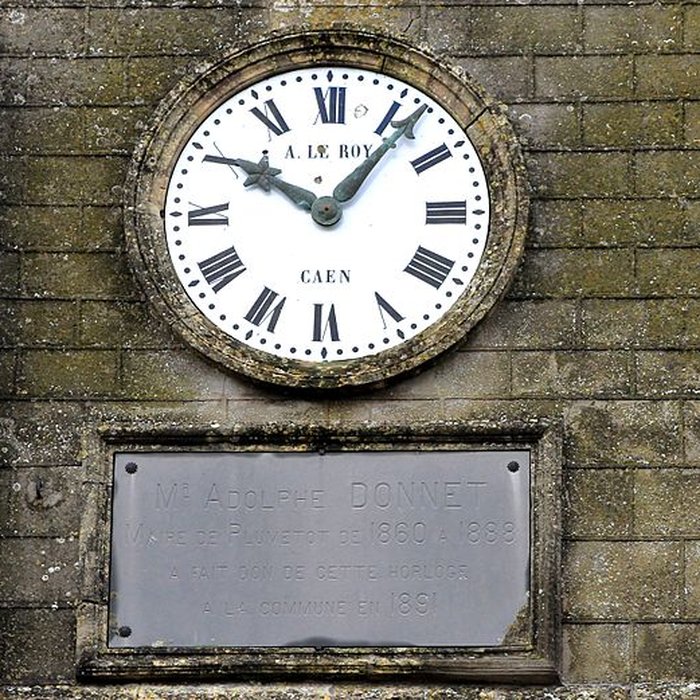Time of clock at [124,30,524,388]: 10:06
